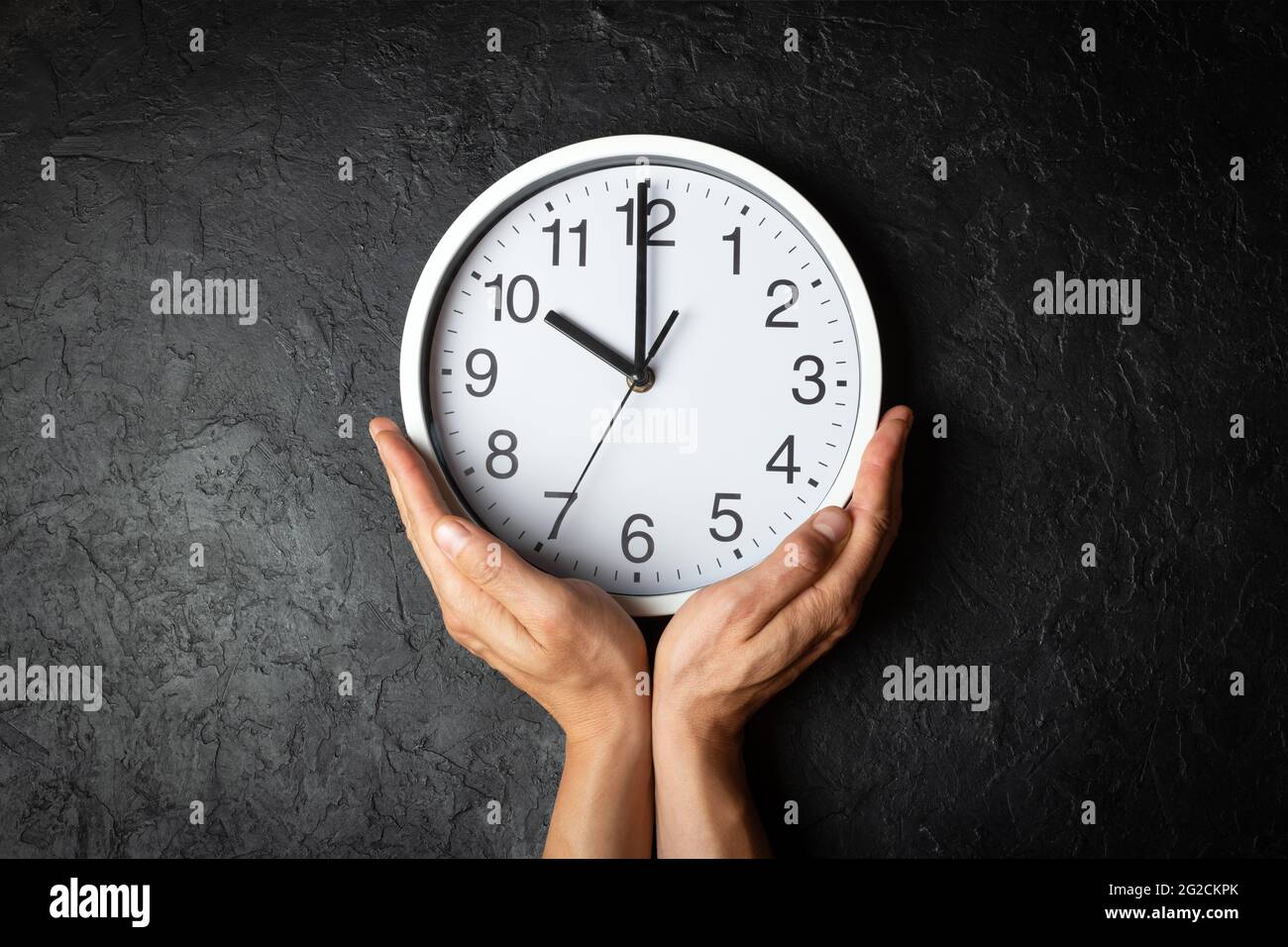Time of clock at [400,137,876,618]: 9:59
